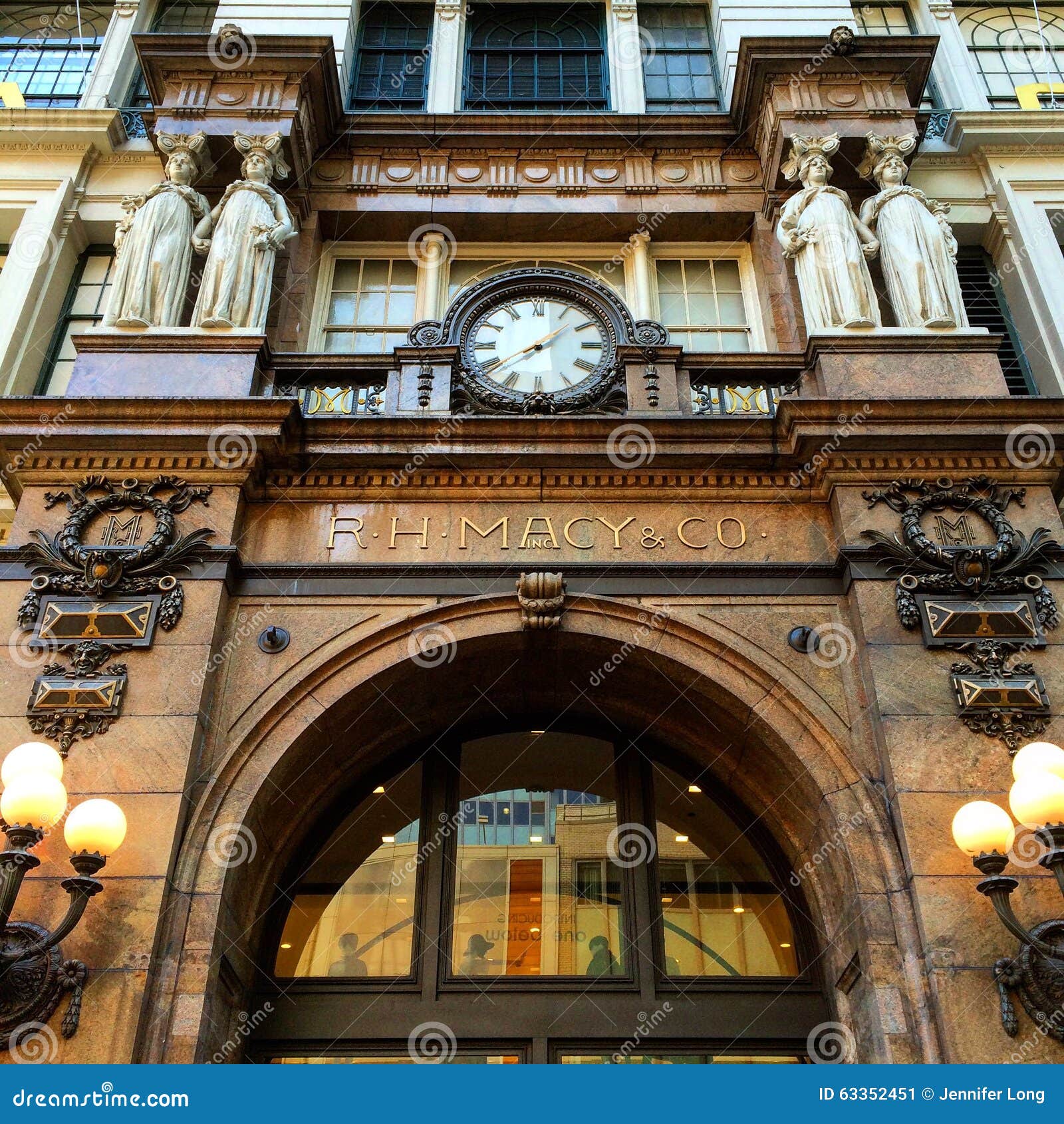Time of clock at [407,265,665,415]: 1:39
